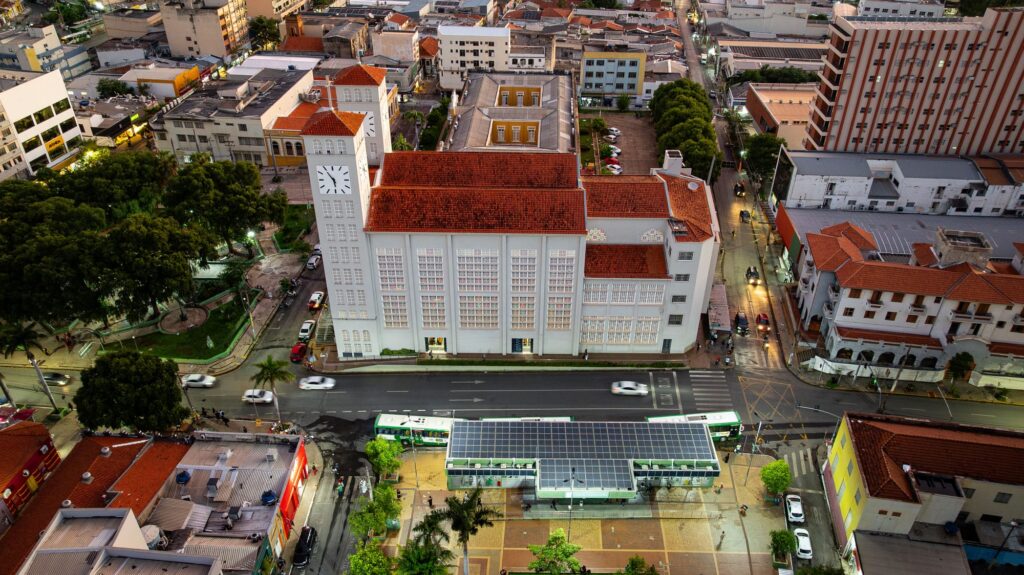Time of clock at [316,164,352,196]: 5:54
